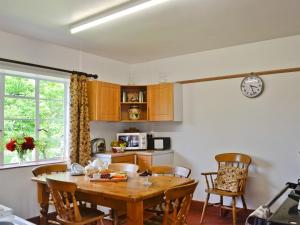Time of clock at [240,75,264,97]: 3:26
